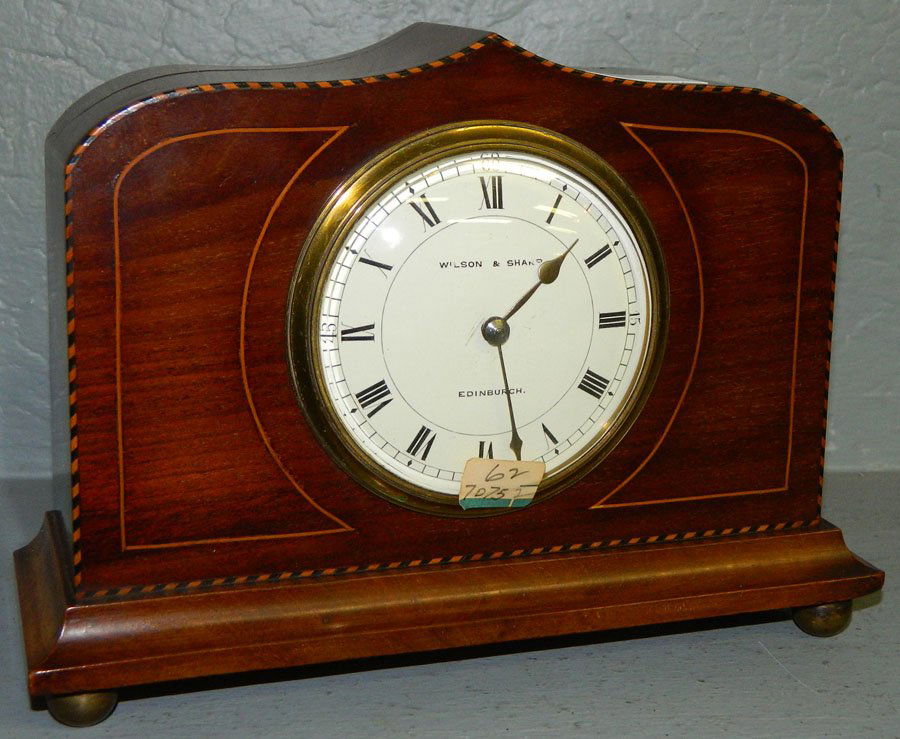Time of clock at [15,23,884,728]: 1:27
